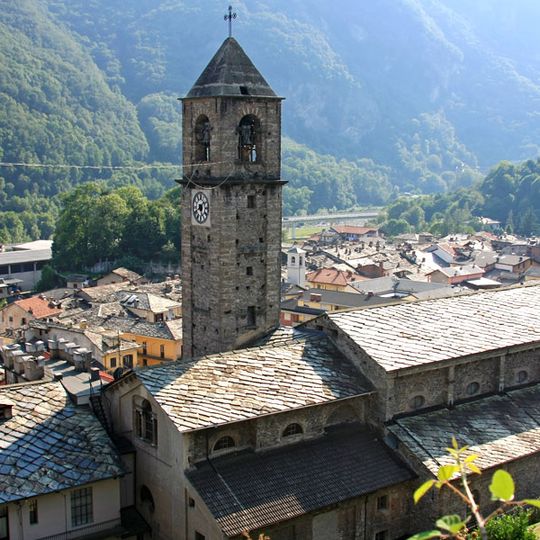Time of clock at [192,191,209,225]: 5:40
